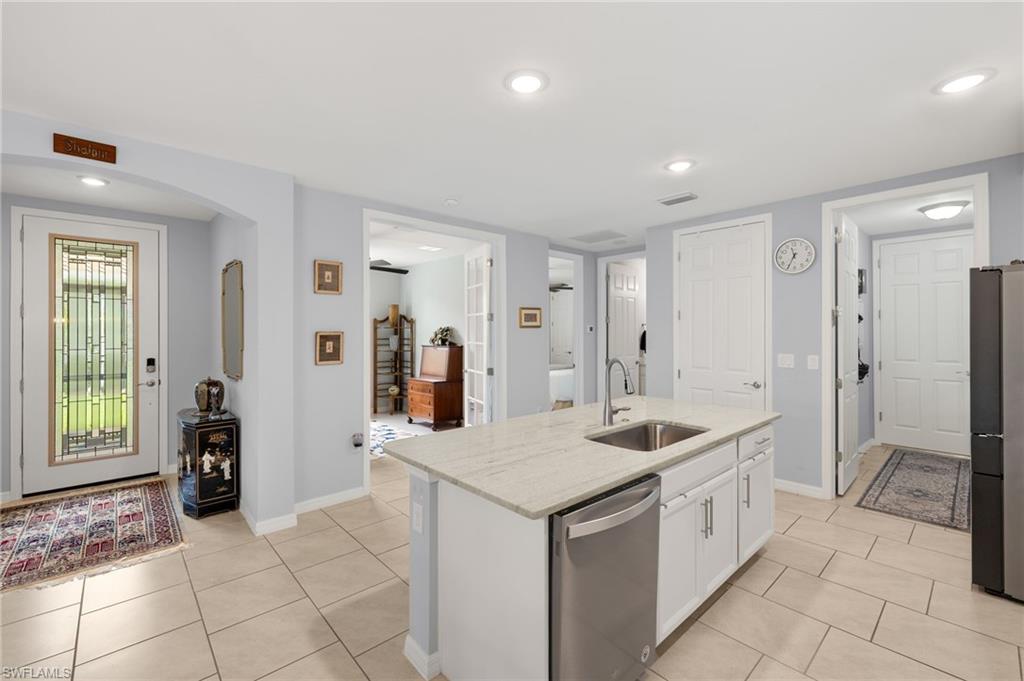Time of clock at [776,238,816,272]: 11:34
